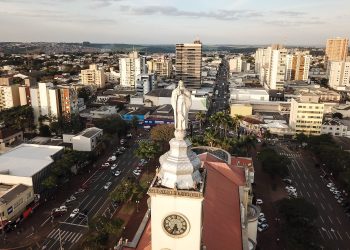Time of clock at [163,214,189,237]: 5:33
